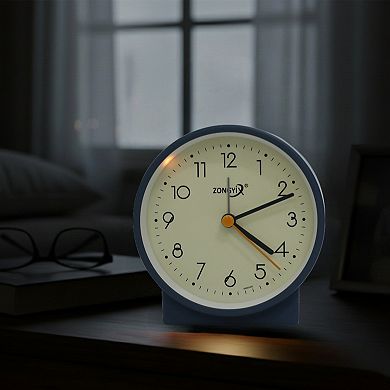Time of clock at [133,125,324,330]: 4:11
